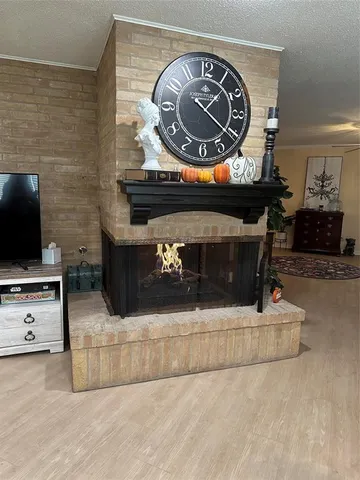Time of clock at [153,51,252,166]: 1:21
